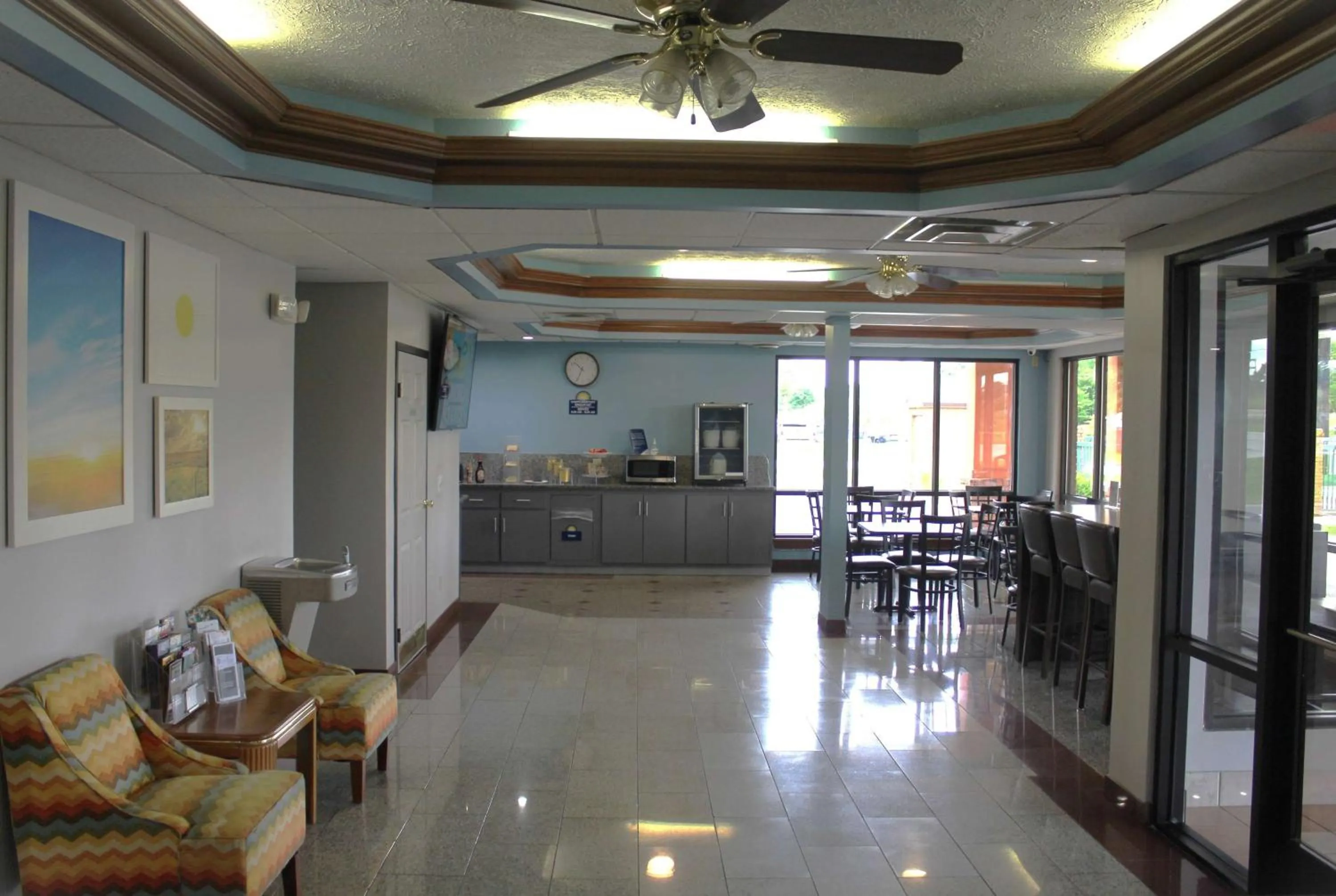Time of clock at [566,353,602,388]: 10:34
